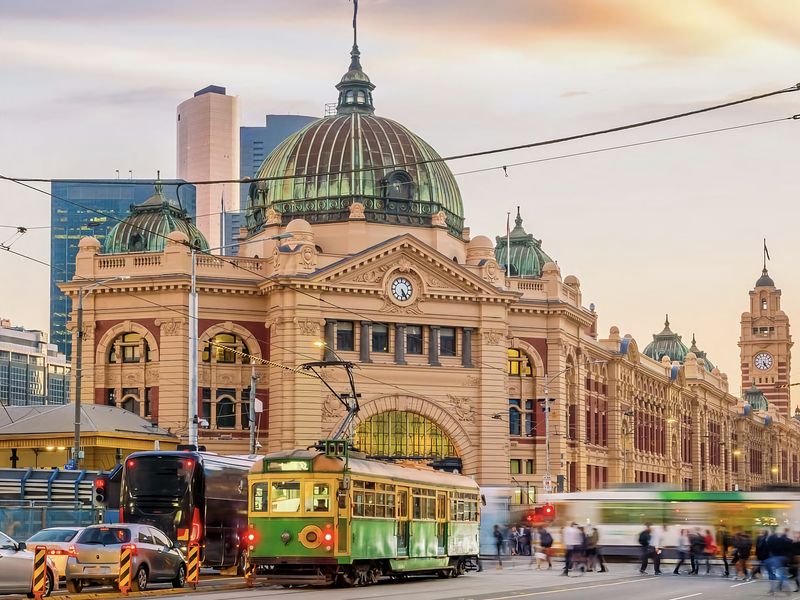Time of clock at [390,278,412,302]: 5:24
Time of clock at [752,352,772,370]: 5:03
